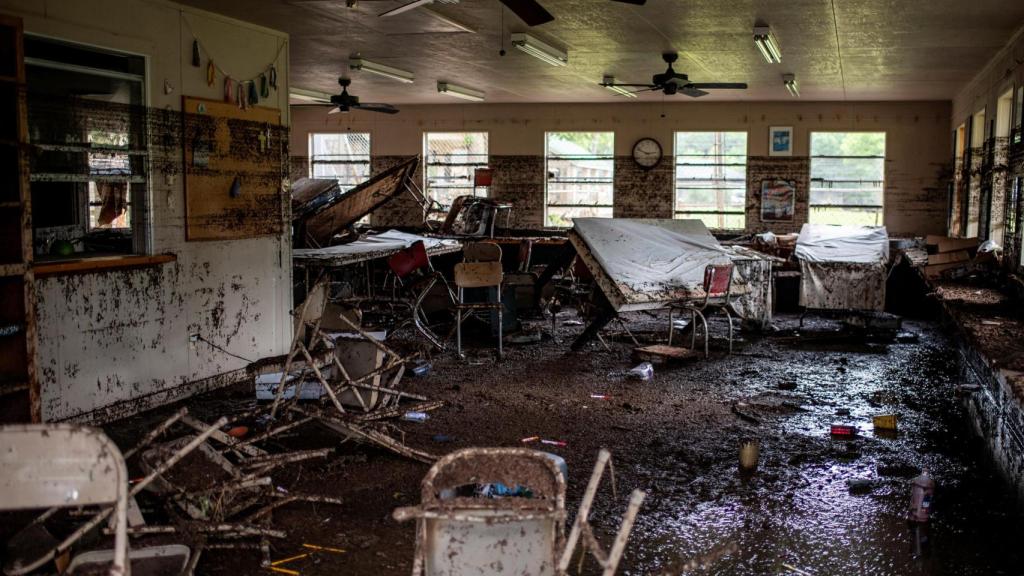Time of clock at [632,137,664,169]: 2:48
